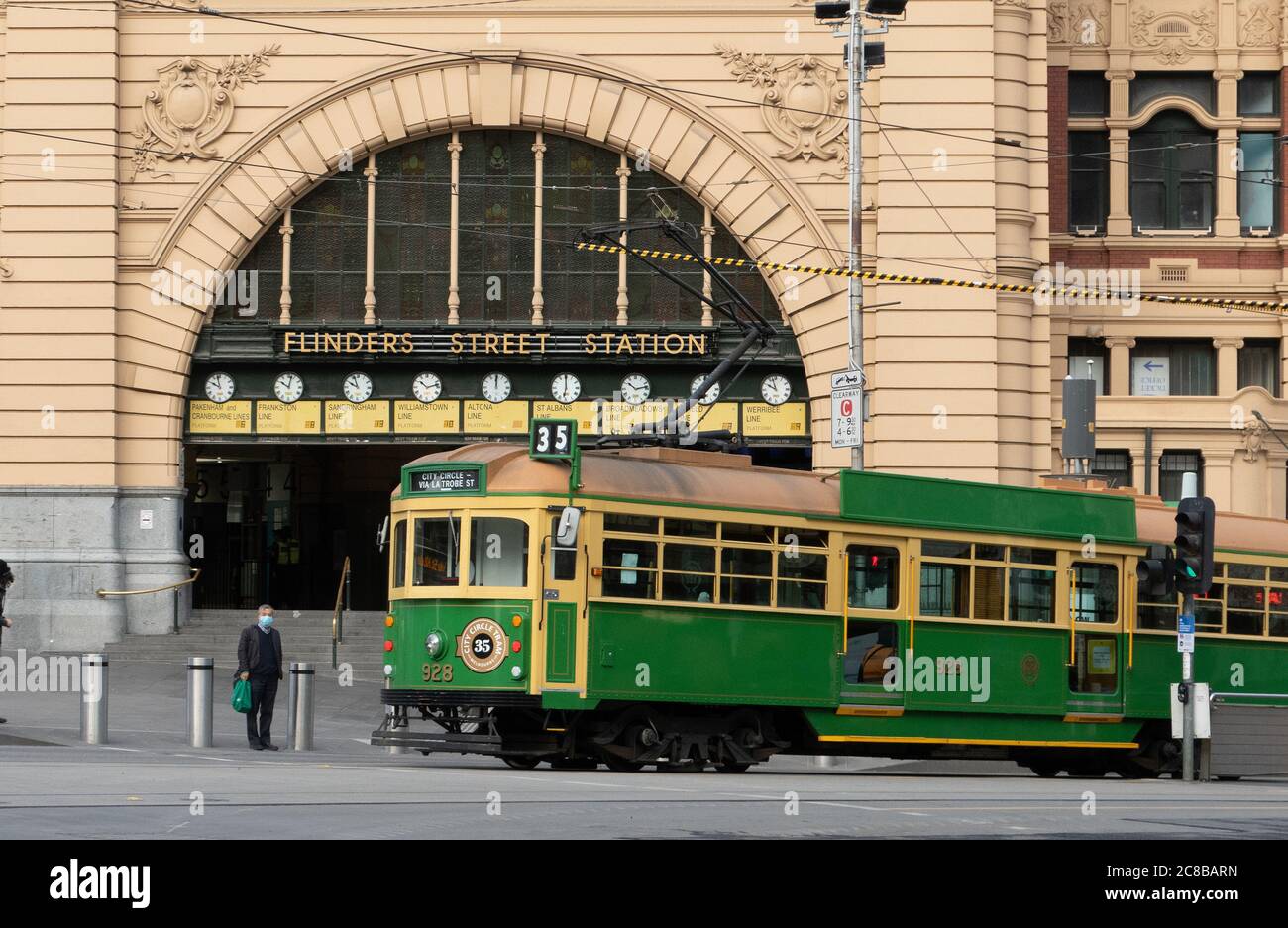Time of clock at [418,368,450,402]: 10:12
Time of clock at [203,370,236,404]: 9:57
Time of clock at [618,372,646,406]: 10:13
